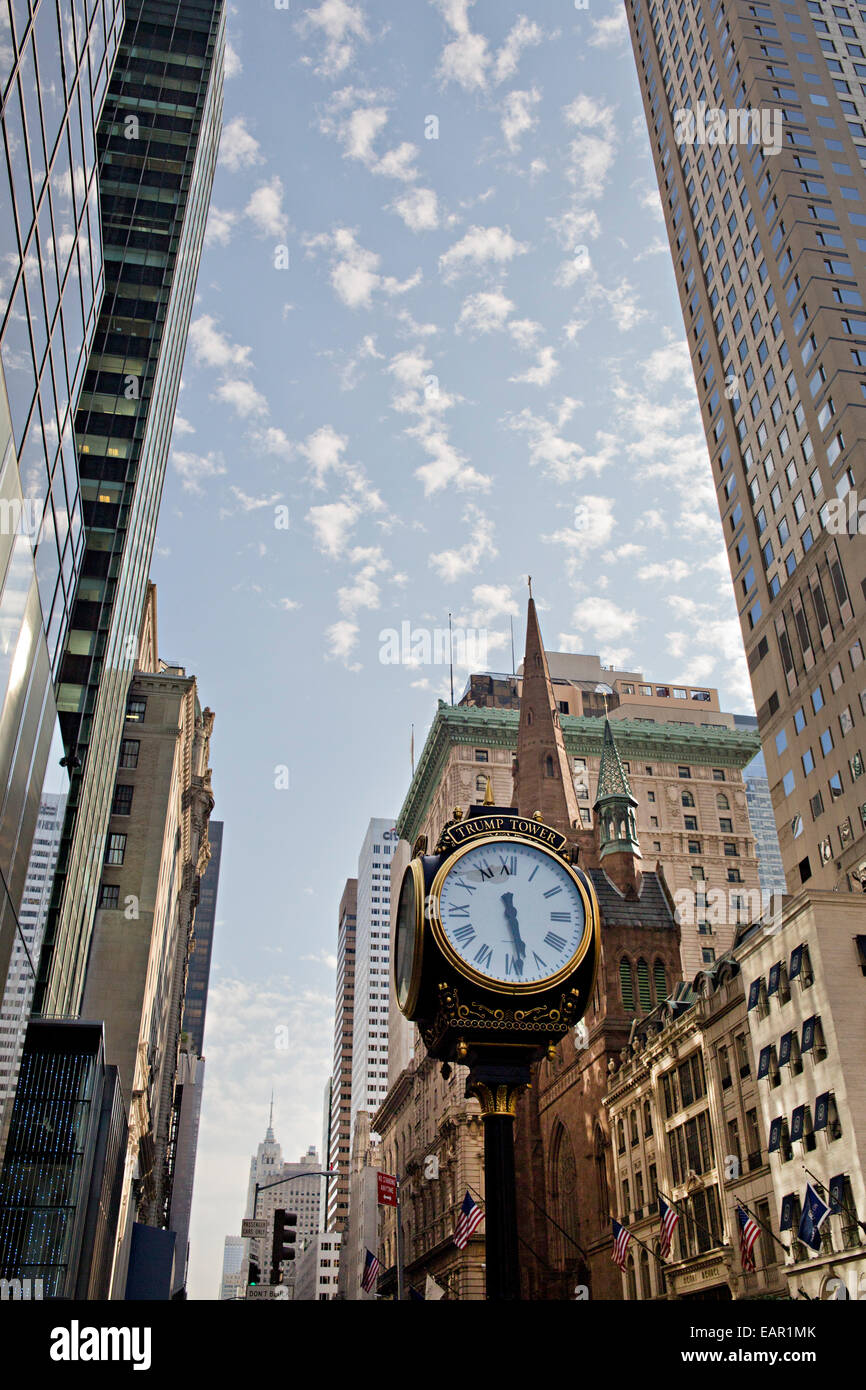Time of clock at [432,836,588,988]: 5:28
